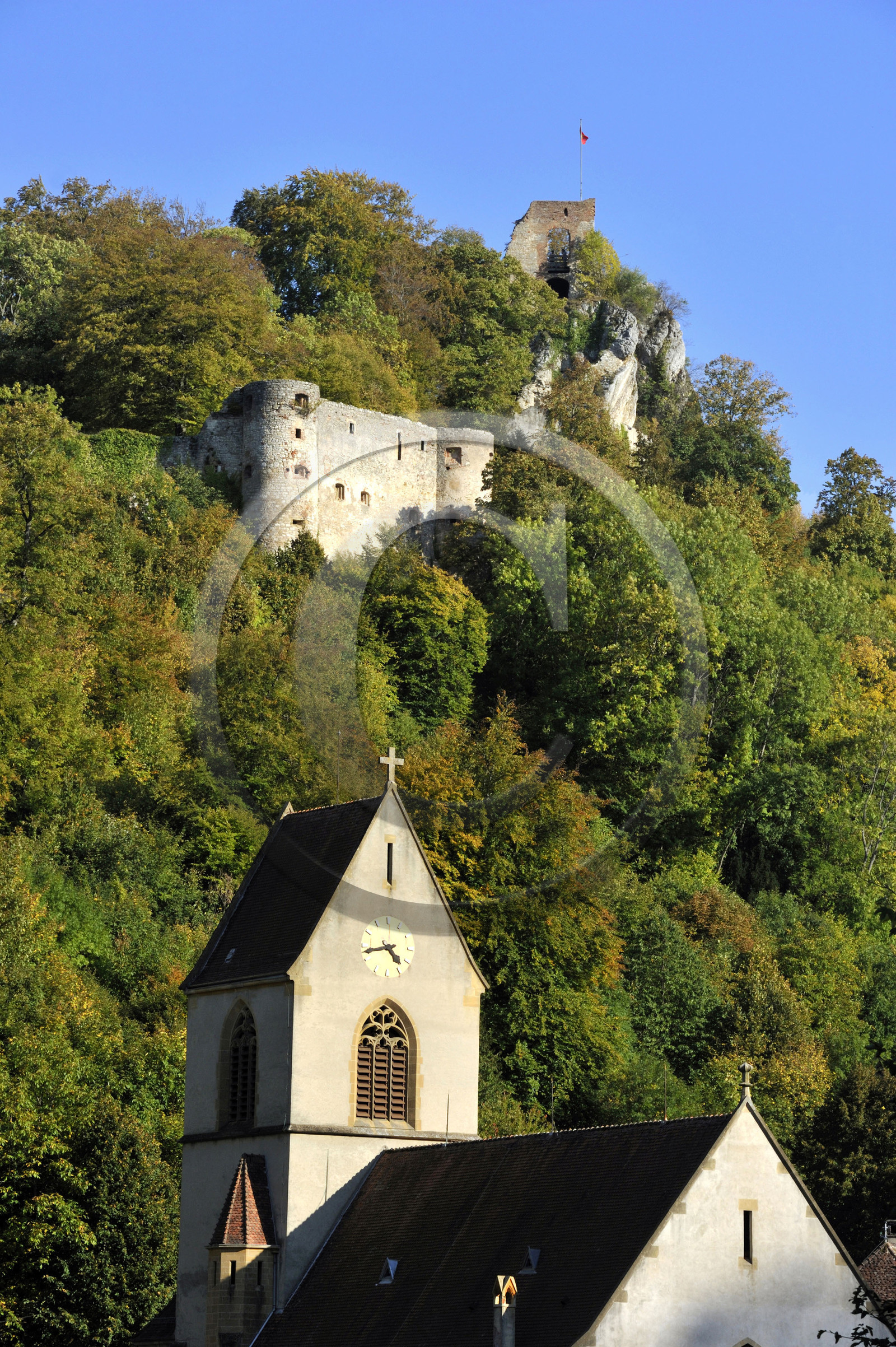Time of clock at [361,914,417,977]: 4:42
